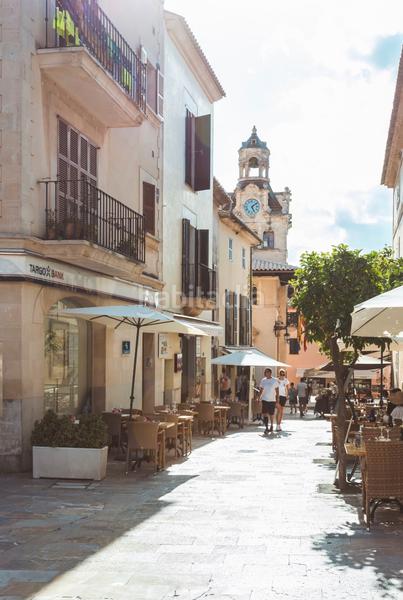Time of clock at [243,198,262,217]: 5:08
